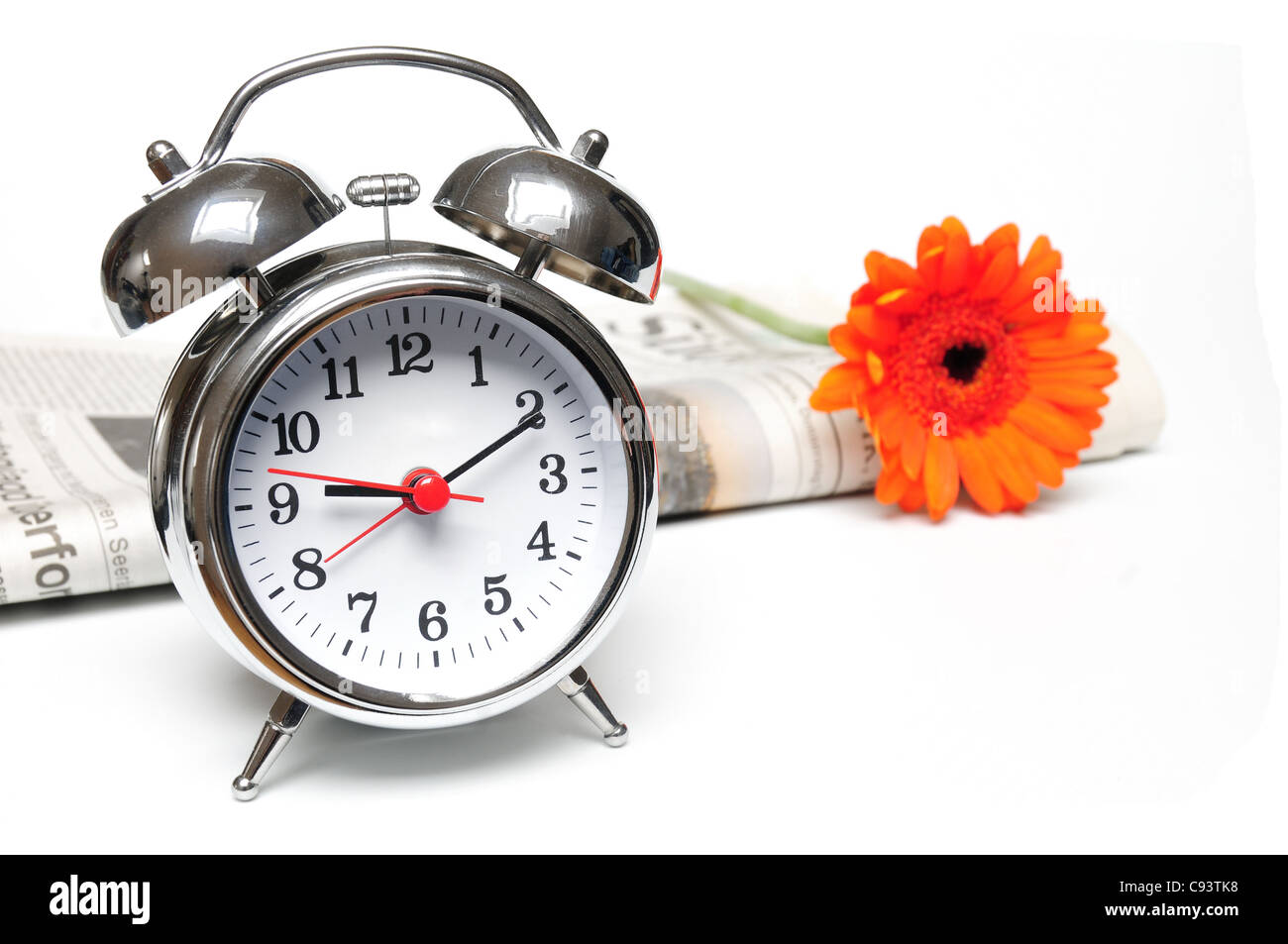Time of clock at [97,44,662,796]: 9:10
